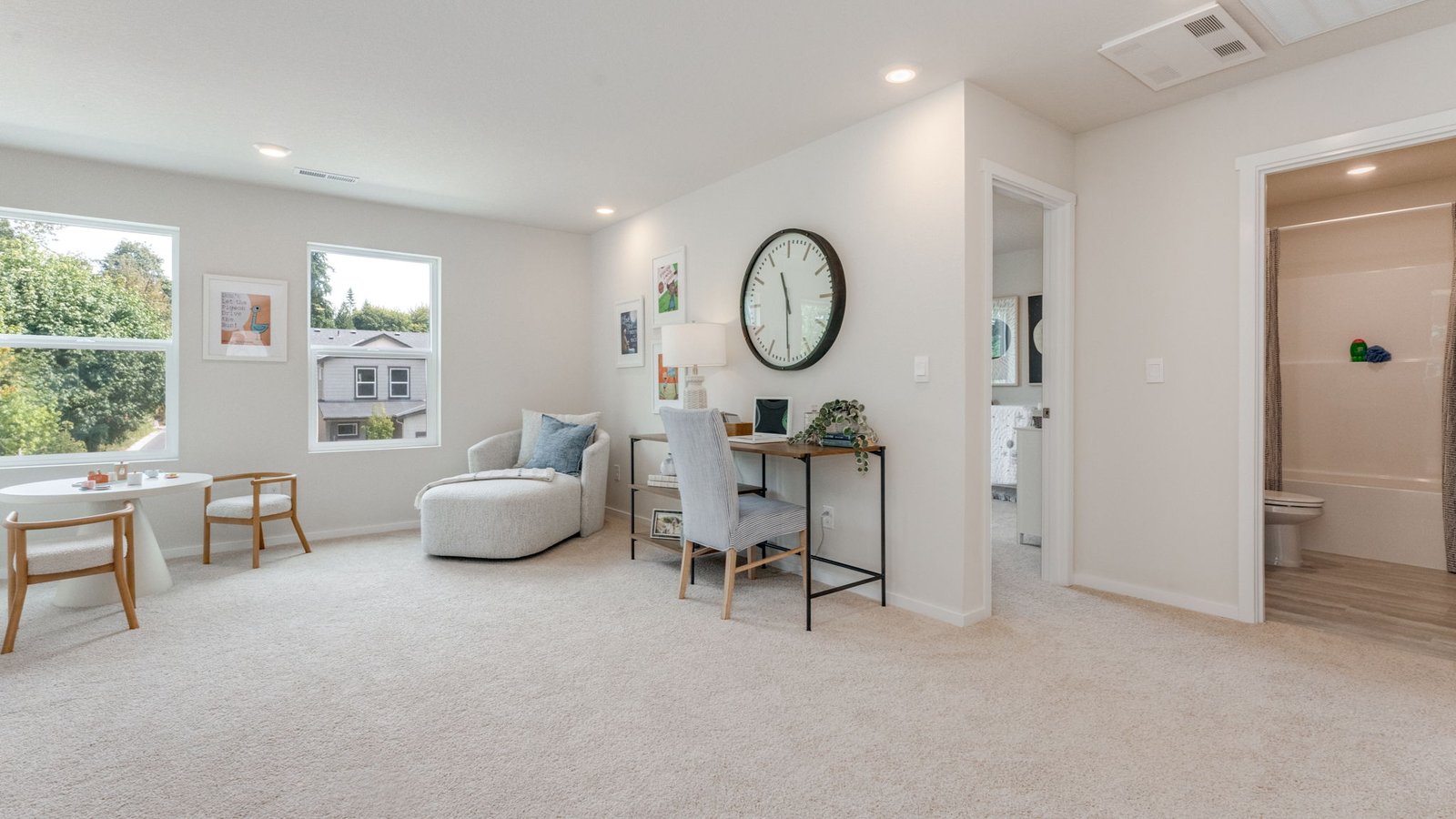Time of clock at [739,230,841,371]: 11:29
